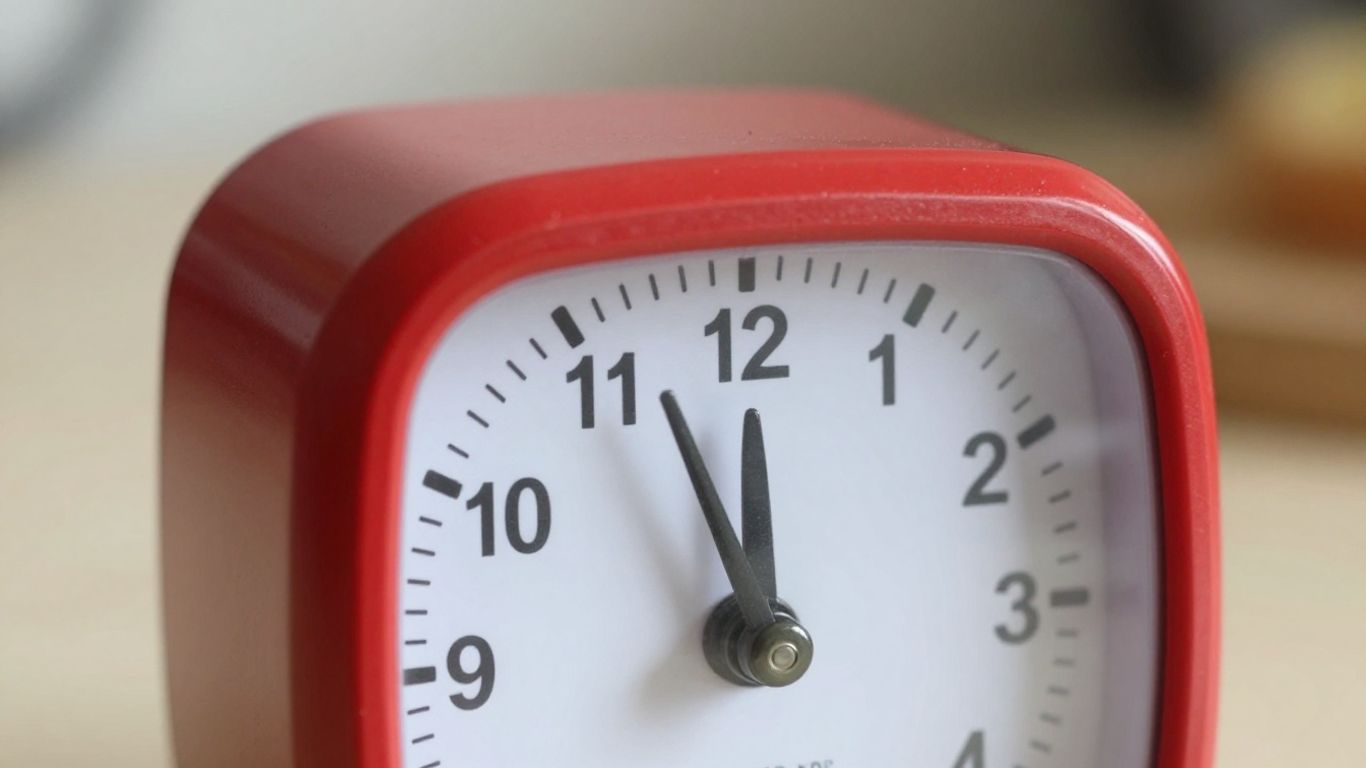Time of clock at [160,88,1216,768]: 11:56
